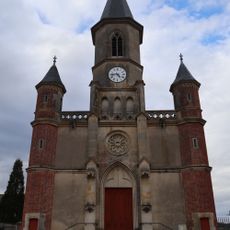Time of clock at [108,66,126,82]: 4:44
